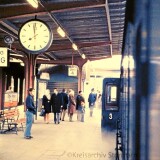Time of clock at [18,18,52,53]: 7:58
